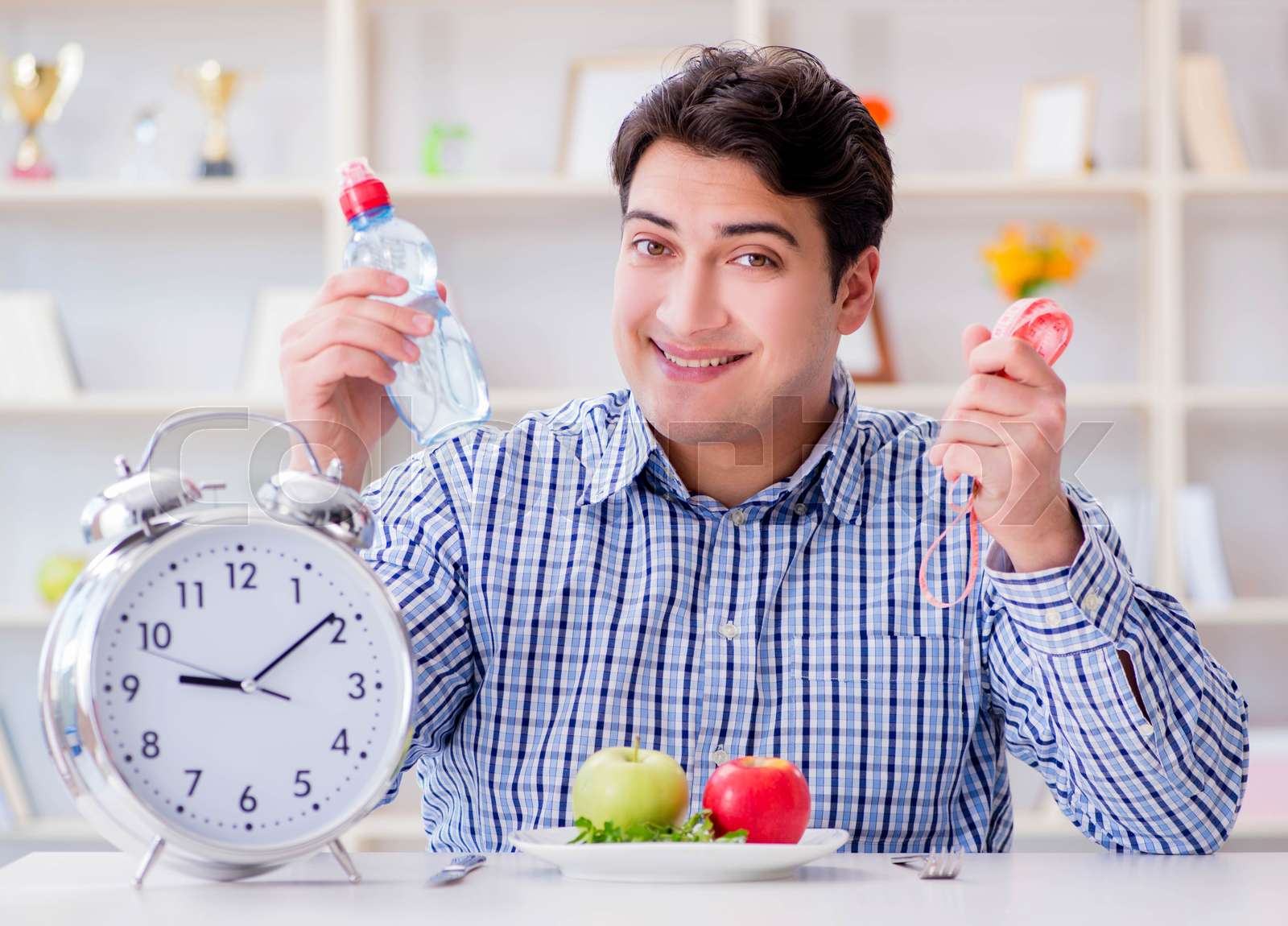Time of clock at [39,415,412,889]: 9:09
